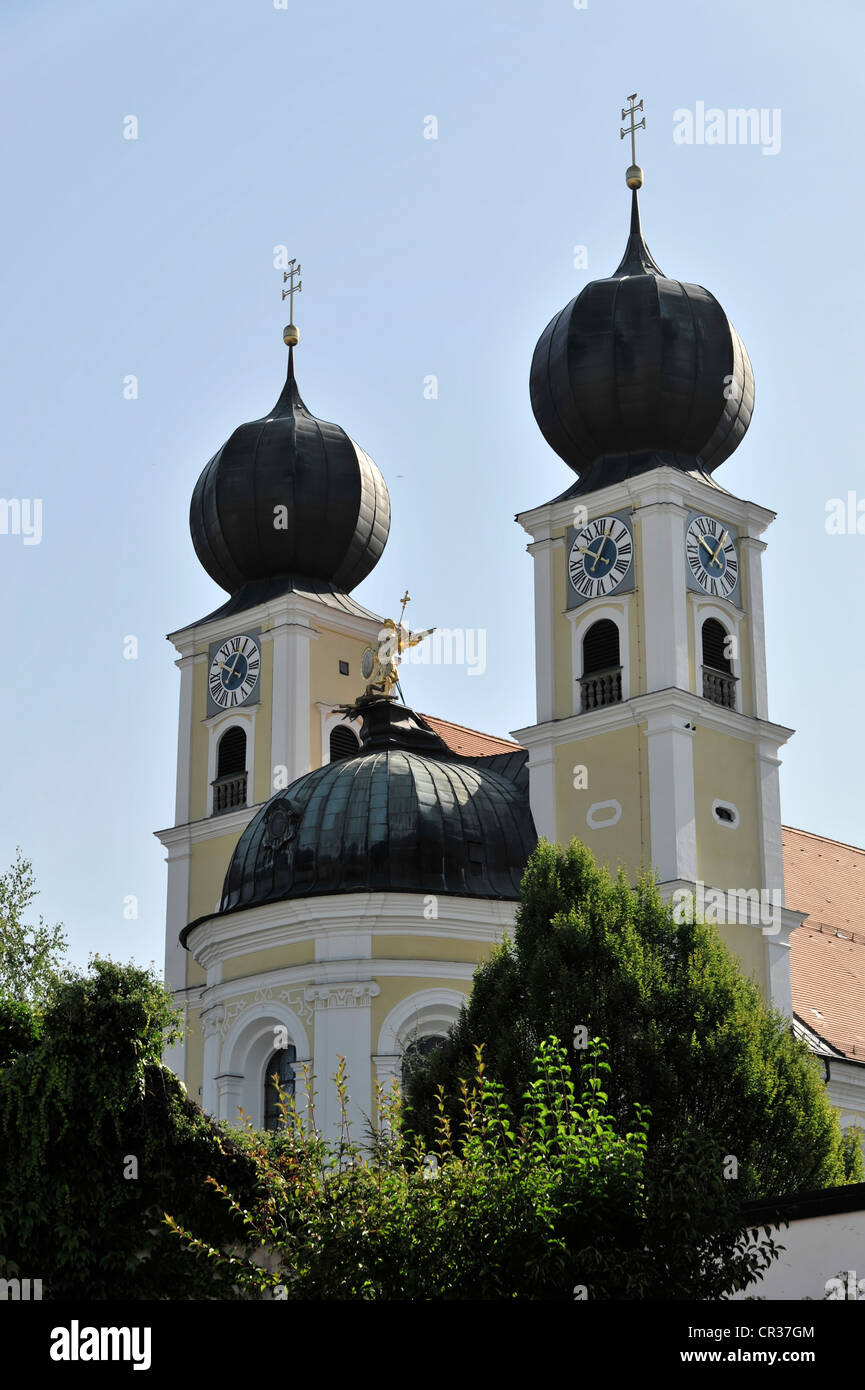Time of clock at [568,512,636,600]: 10:04
